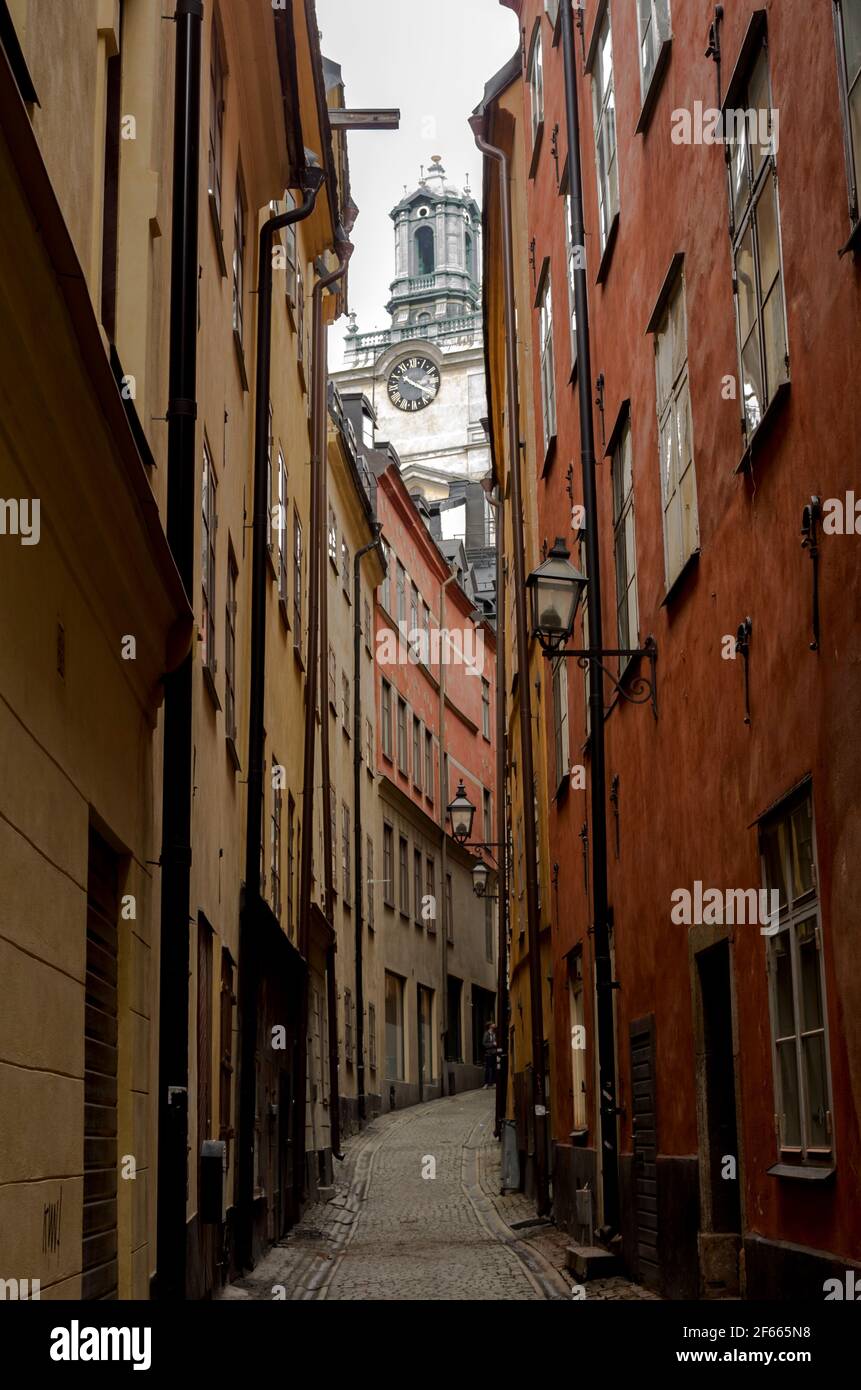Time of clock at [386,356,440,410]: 10:18
